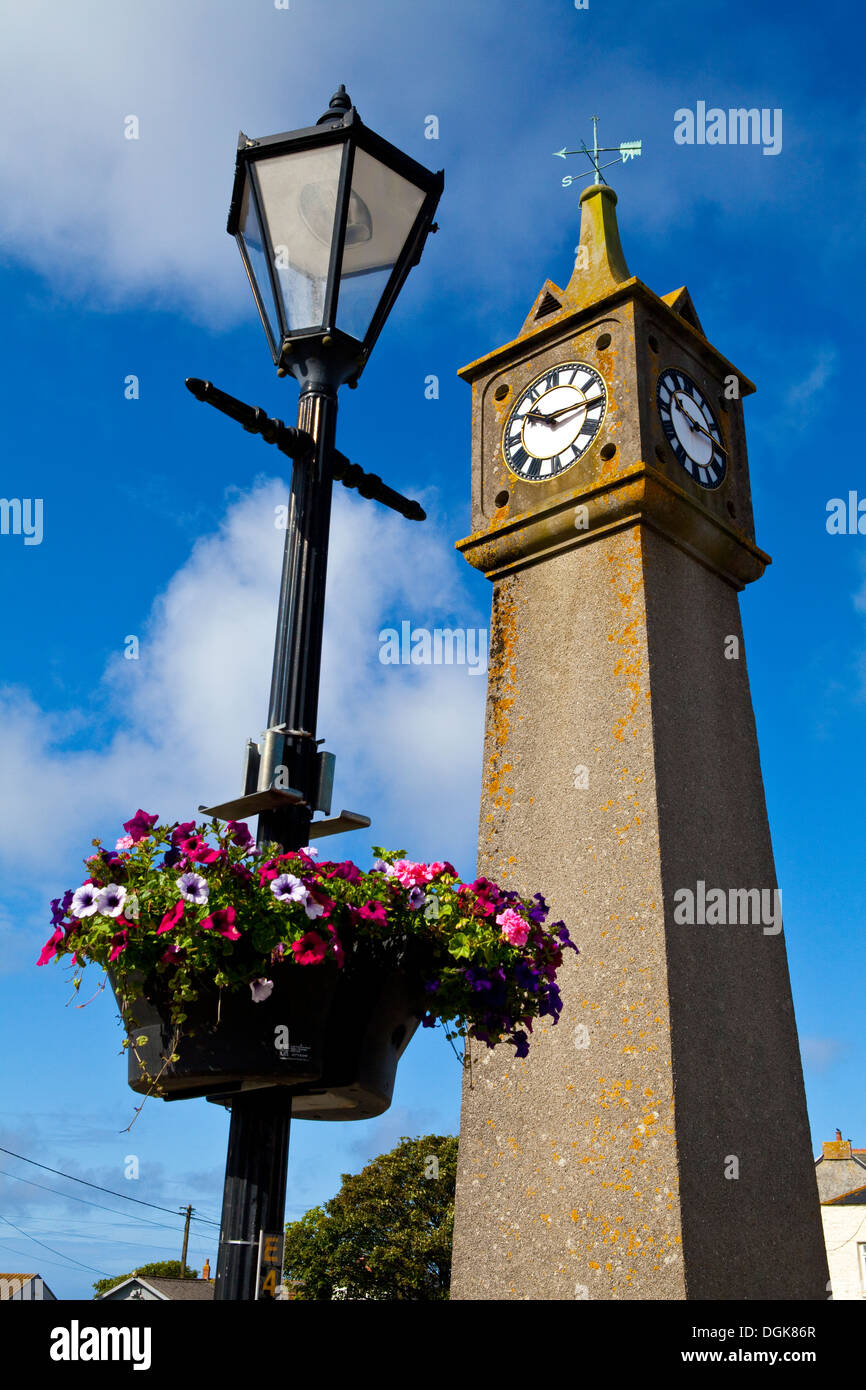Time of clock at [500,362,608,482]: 10:14
